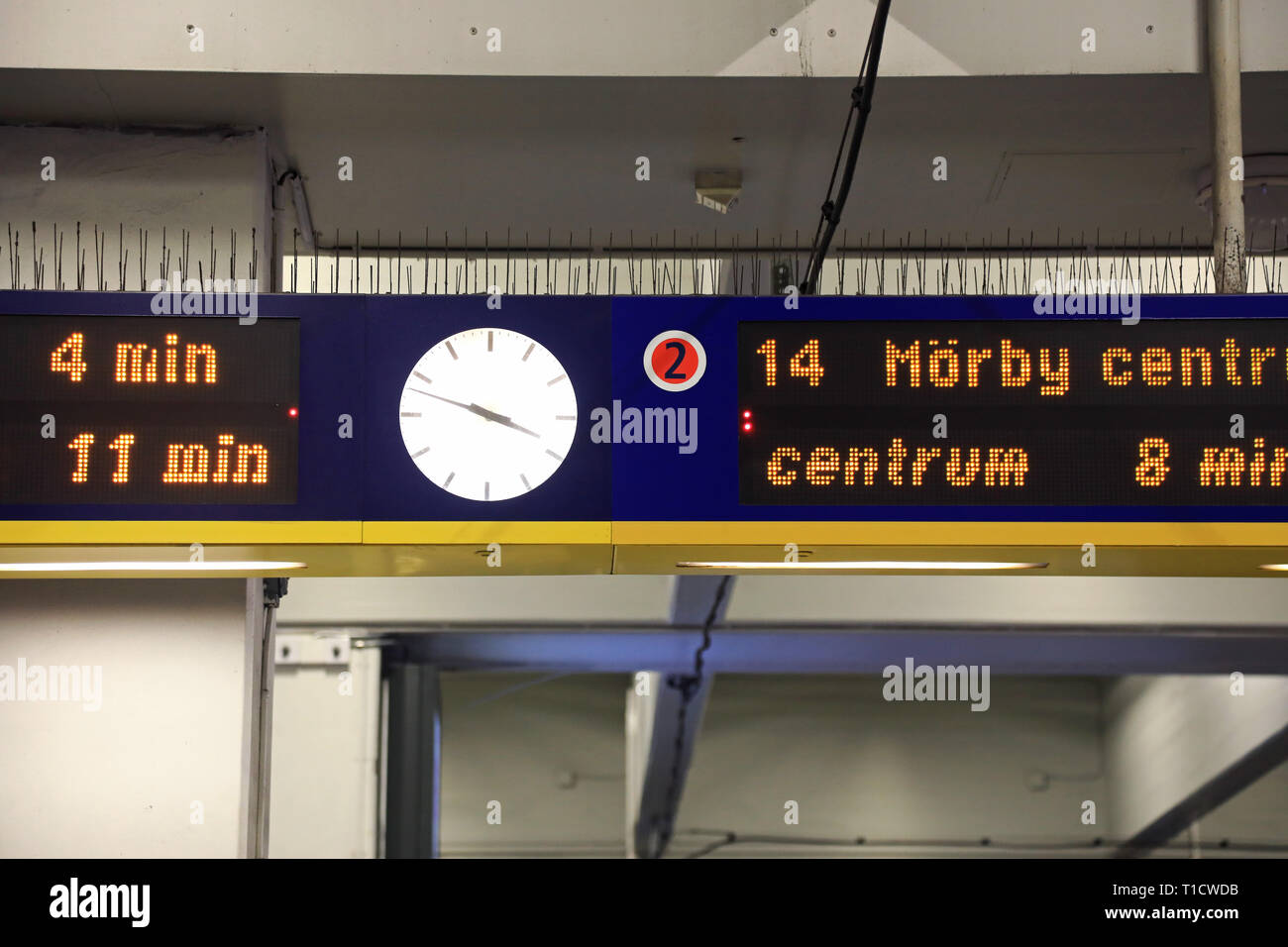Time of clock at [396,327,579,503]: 3:48
